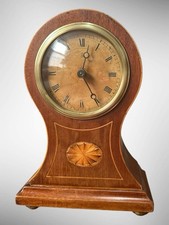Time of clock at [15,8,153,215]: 12:24
